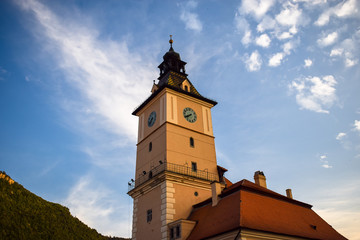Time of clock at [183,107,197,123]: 7:40
